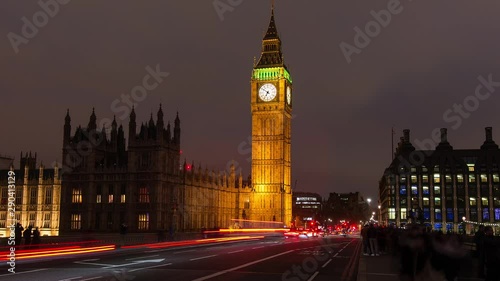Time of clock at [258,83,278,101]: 6:51
